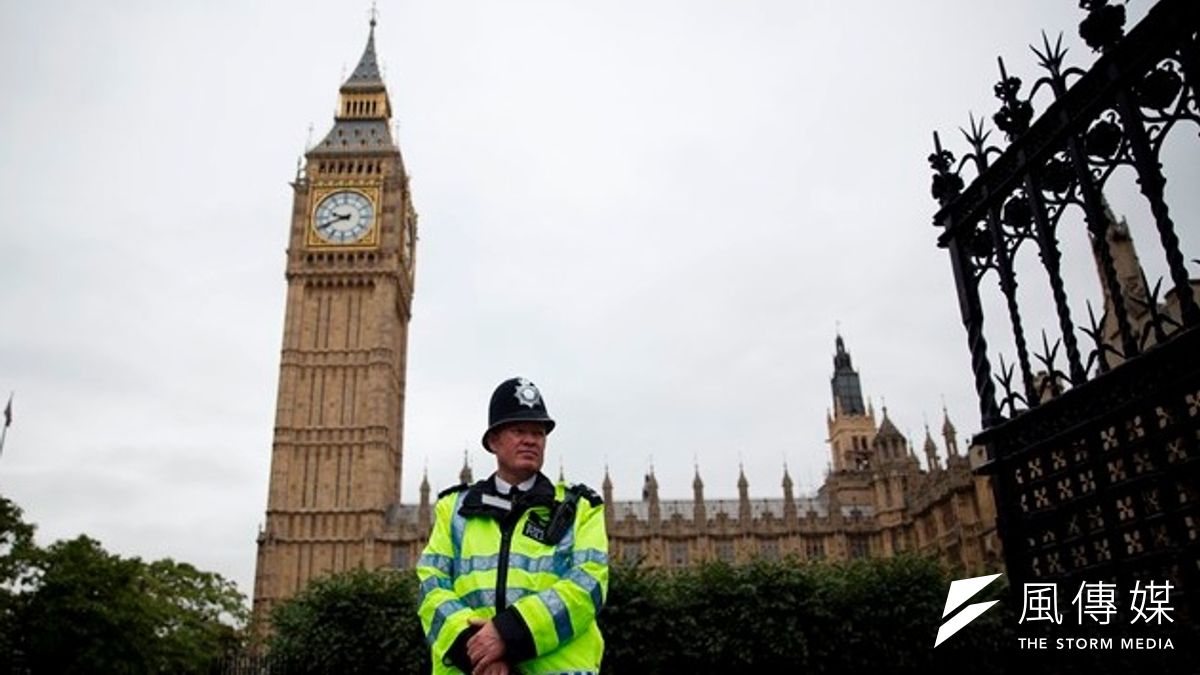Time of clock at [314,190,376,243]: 9:41
